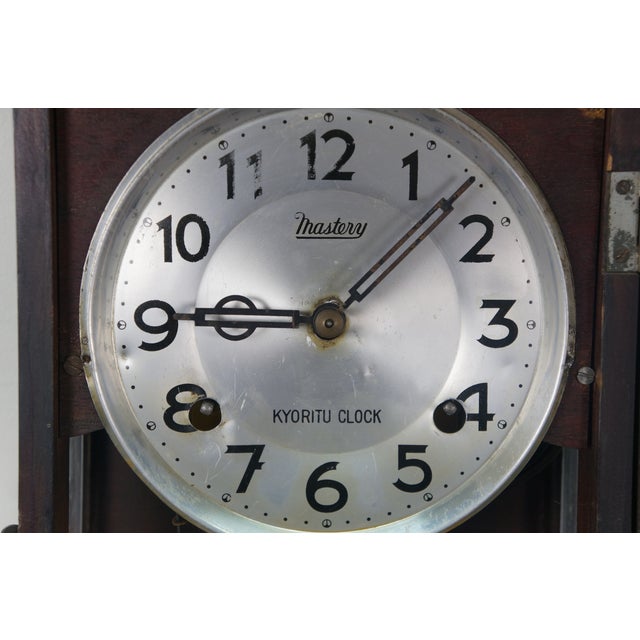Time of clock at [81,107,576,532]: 9:07
